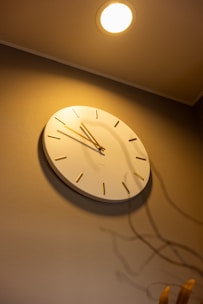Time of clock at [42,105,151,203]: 10:48
